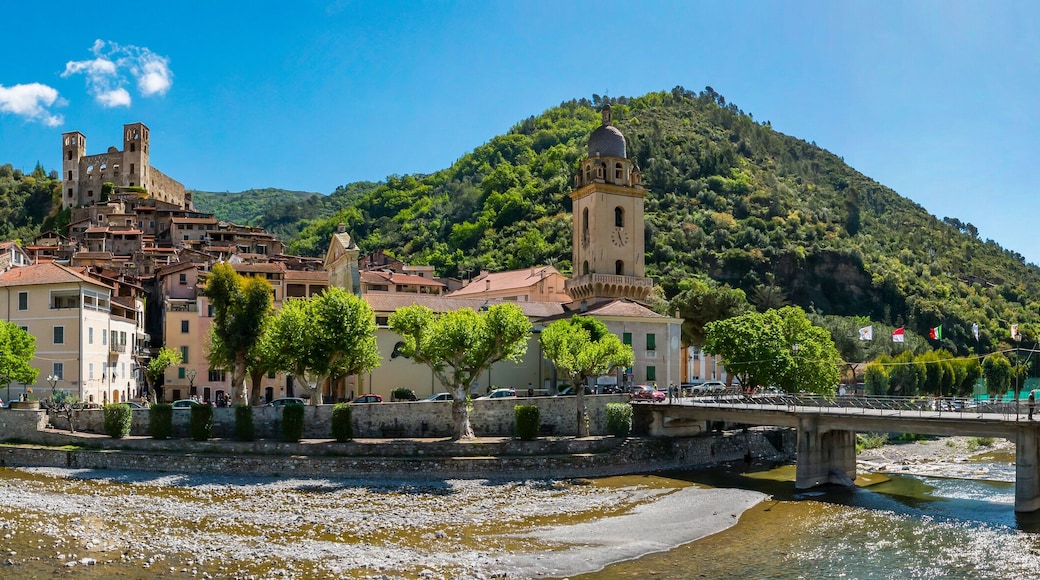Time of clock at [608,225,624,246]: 11:26
